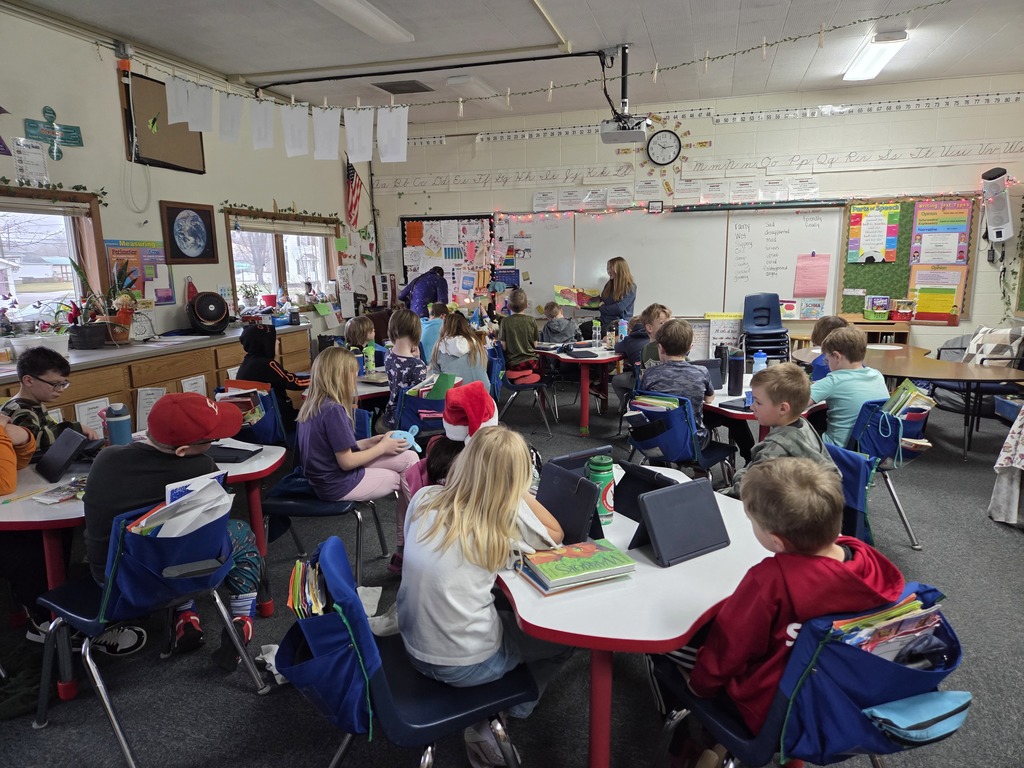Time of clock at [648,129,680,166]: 10:14
